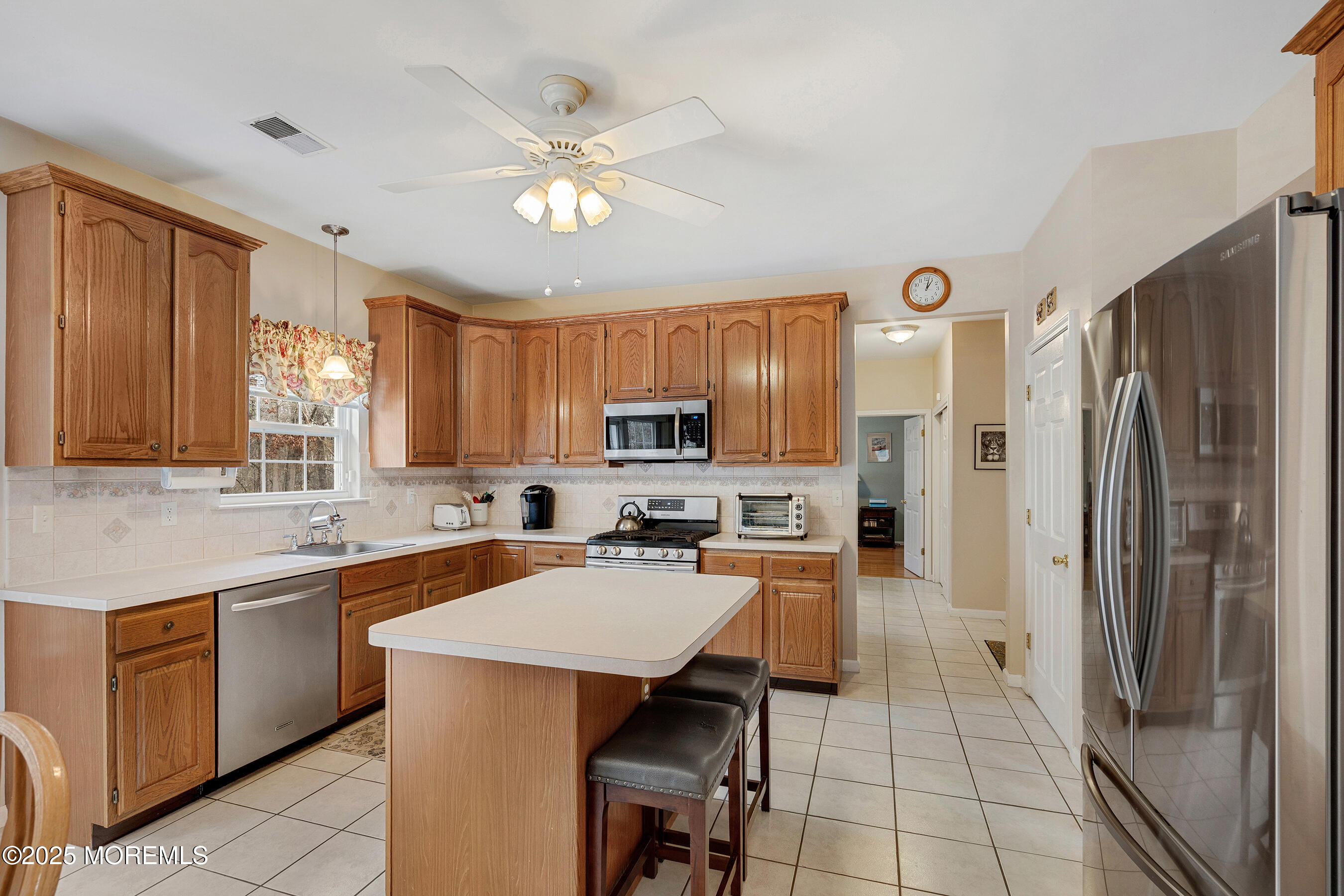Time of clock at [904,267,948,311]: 1:02
